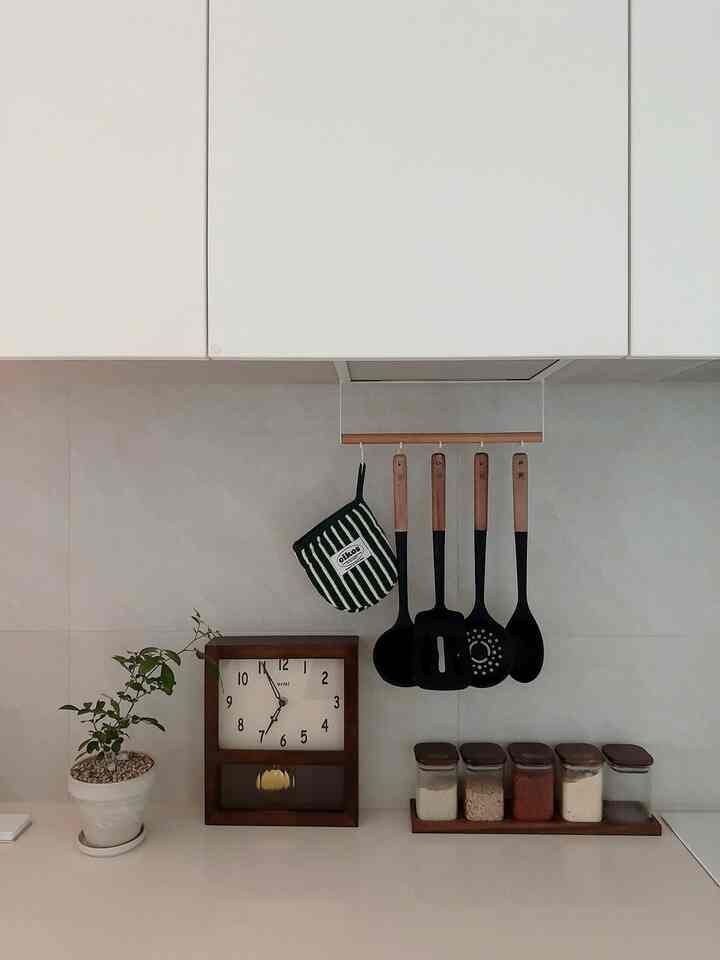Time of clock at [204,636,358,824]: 6:56
